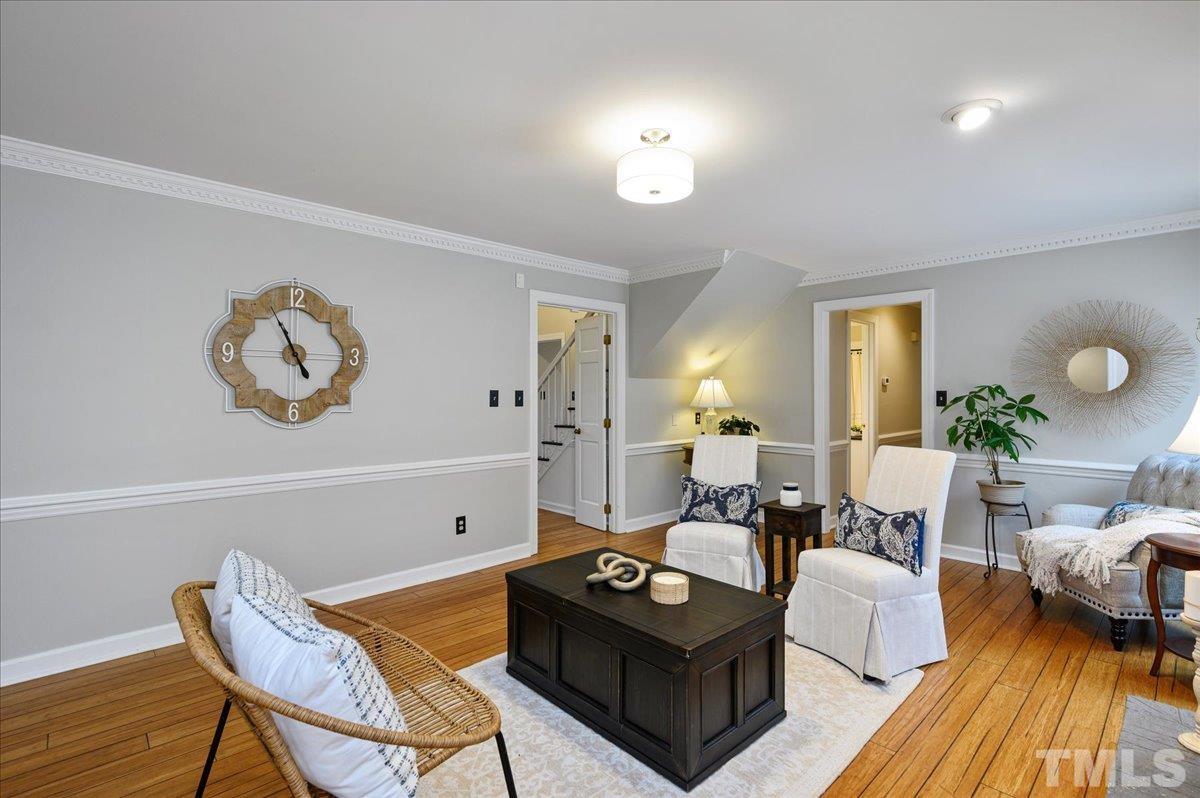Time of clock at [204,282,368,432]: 4:55
